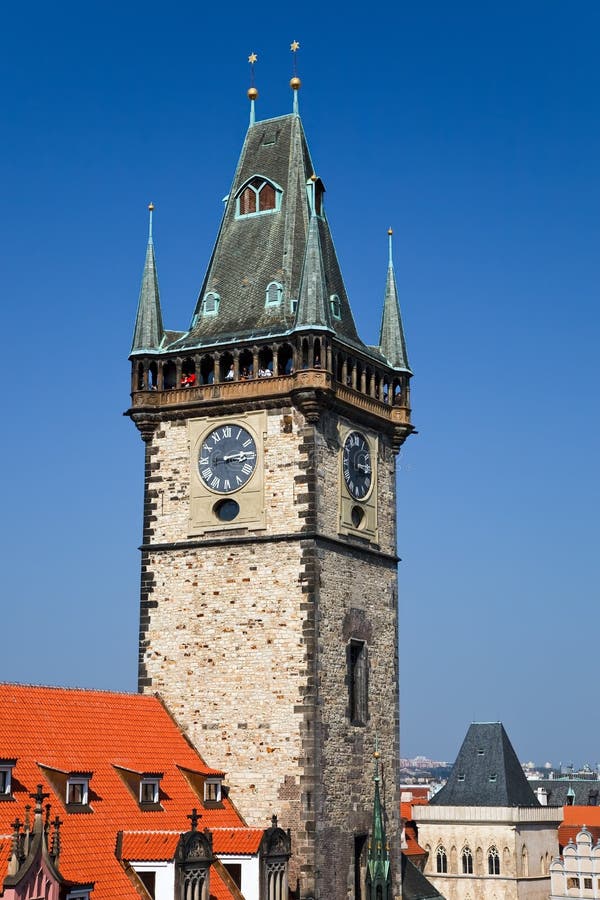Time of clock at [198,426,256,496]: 3:13
